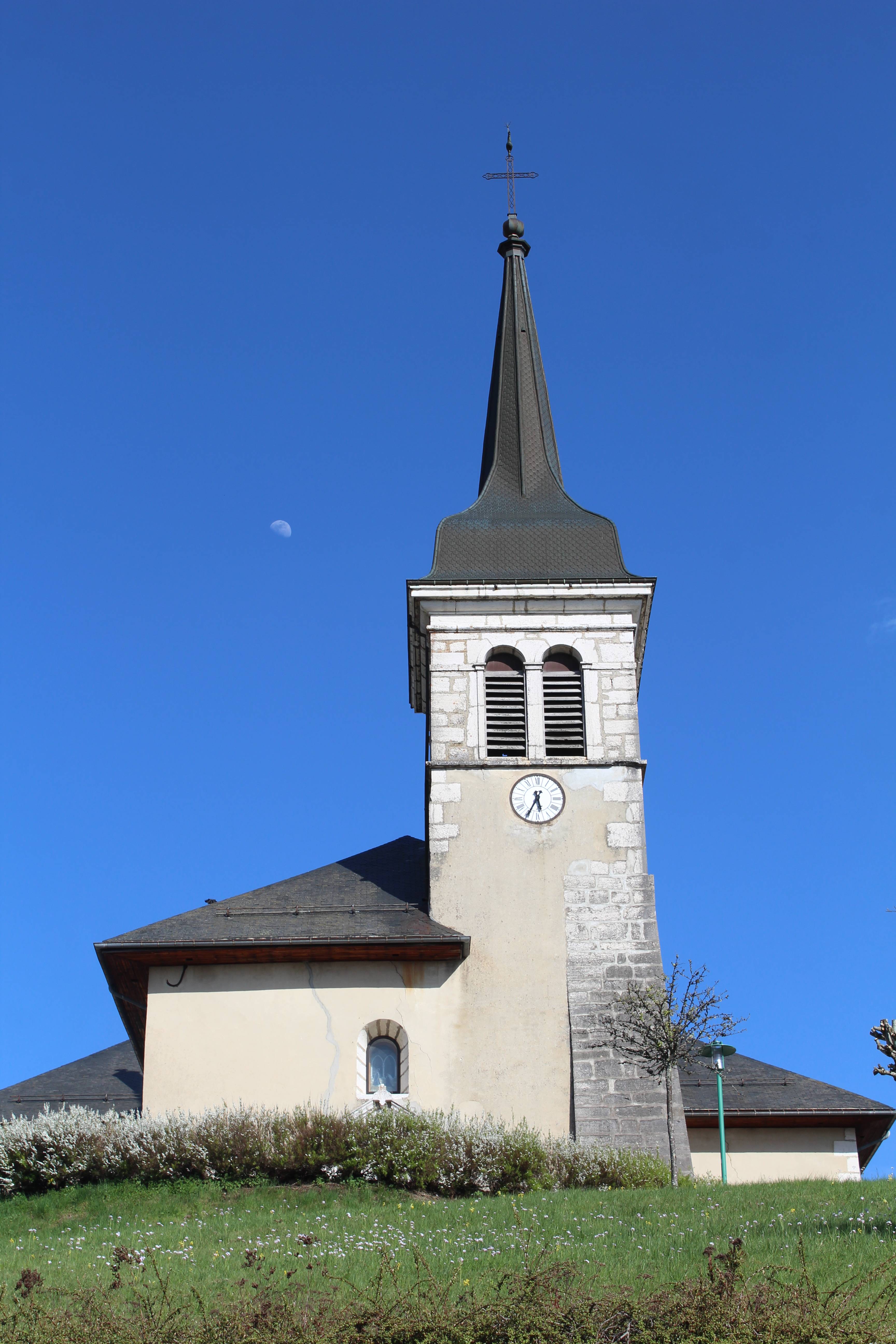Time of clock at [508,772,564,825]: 5:34
